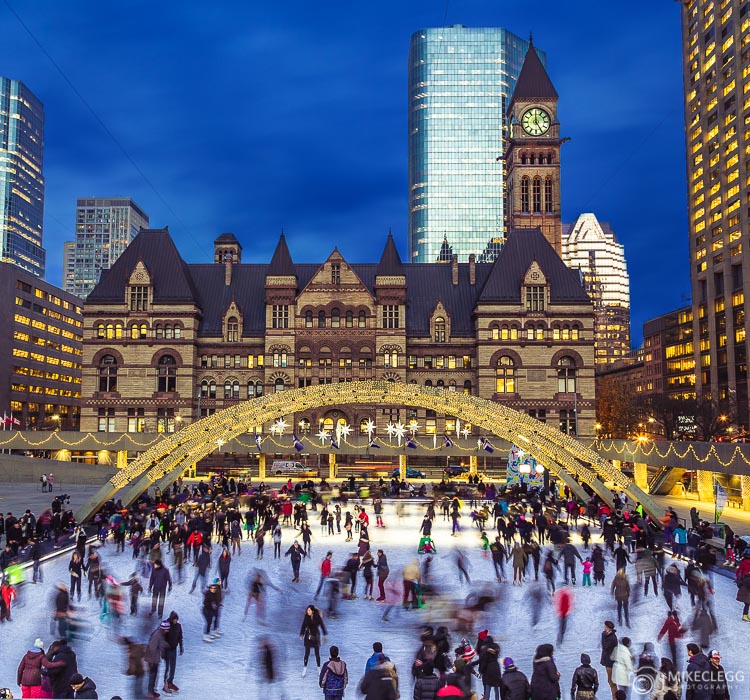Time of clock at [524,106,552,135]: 4:59
